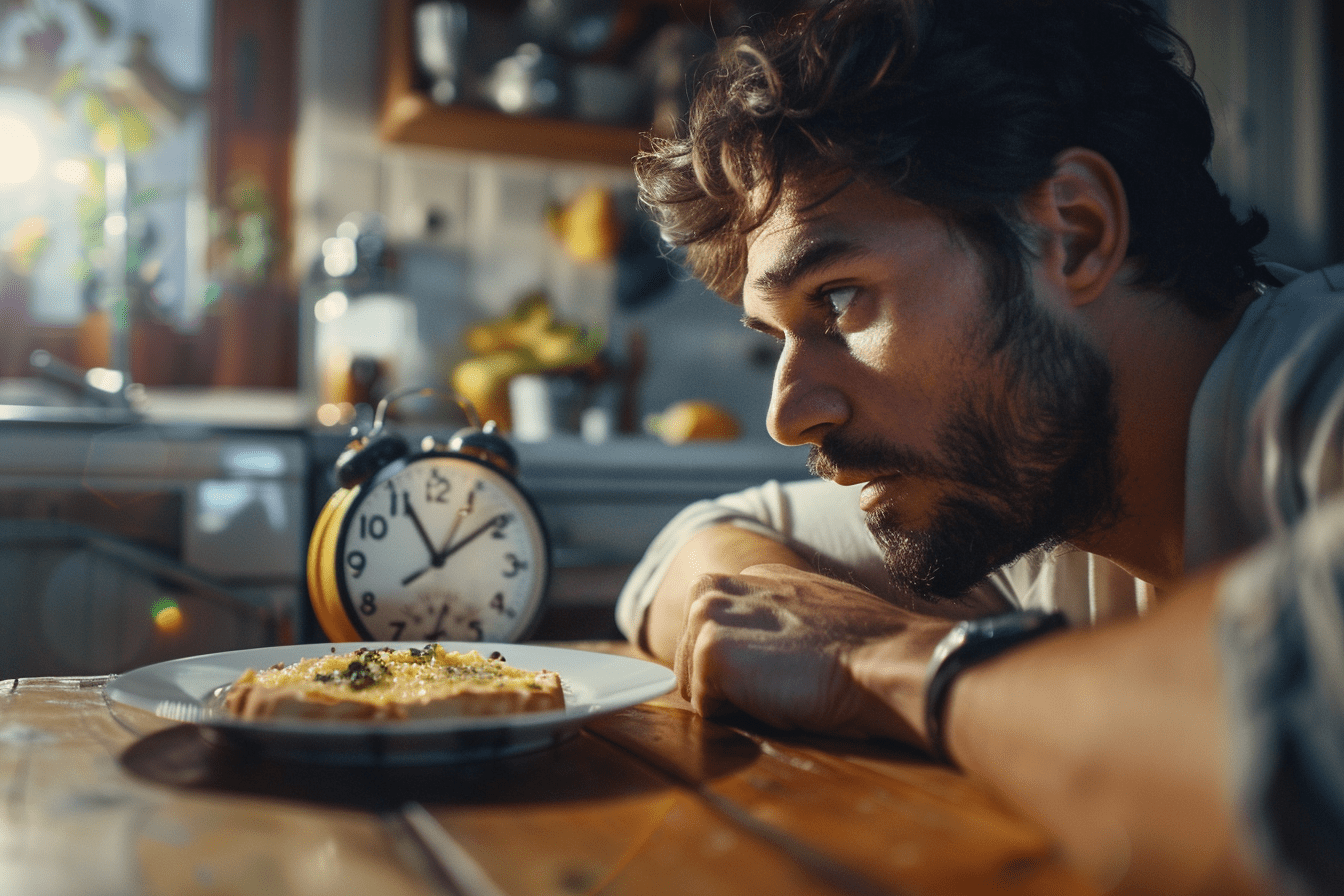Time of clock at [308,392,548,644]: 11:09
